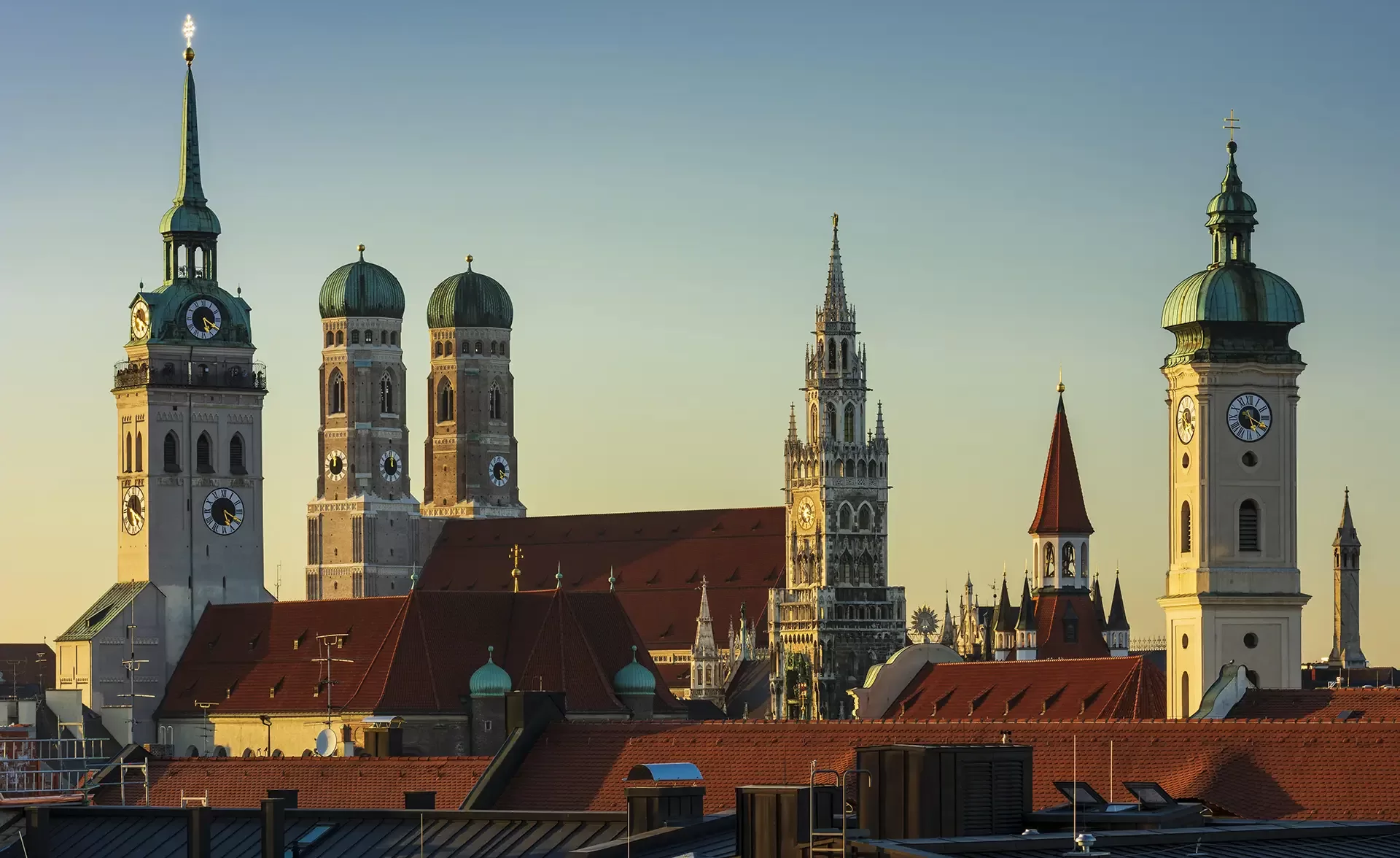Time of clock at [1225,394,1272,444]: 5:19
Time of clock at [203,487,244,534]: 5:19
